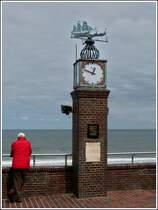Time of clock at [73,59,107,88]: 12:47
